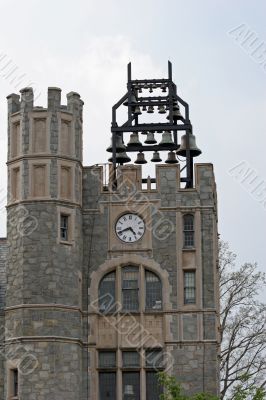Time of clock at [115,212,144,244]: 4:41
